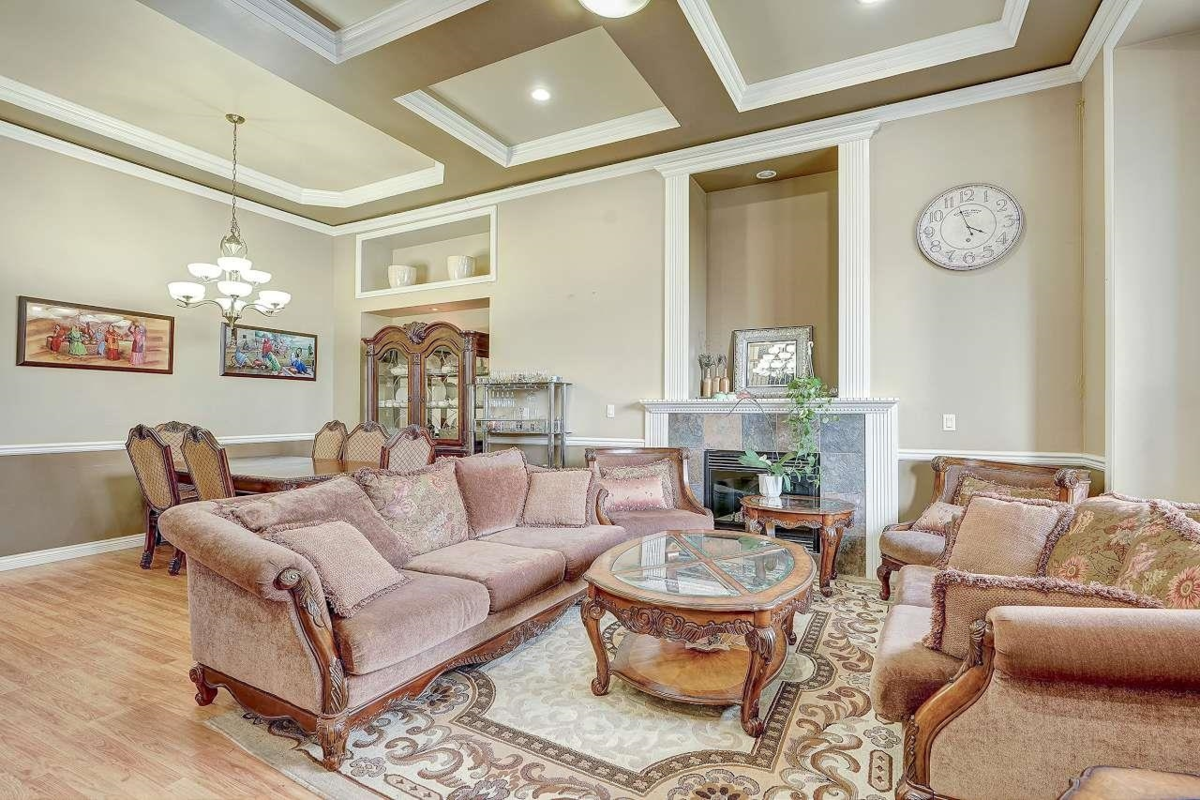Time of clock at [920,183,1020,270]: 3:56
